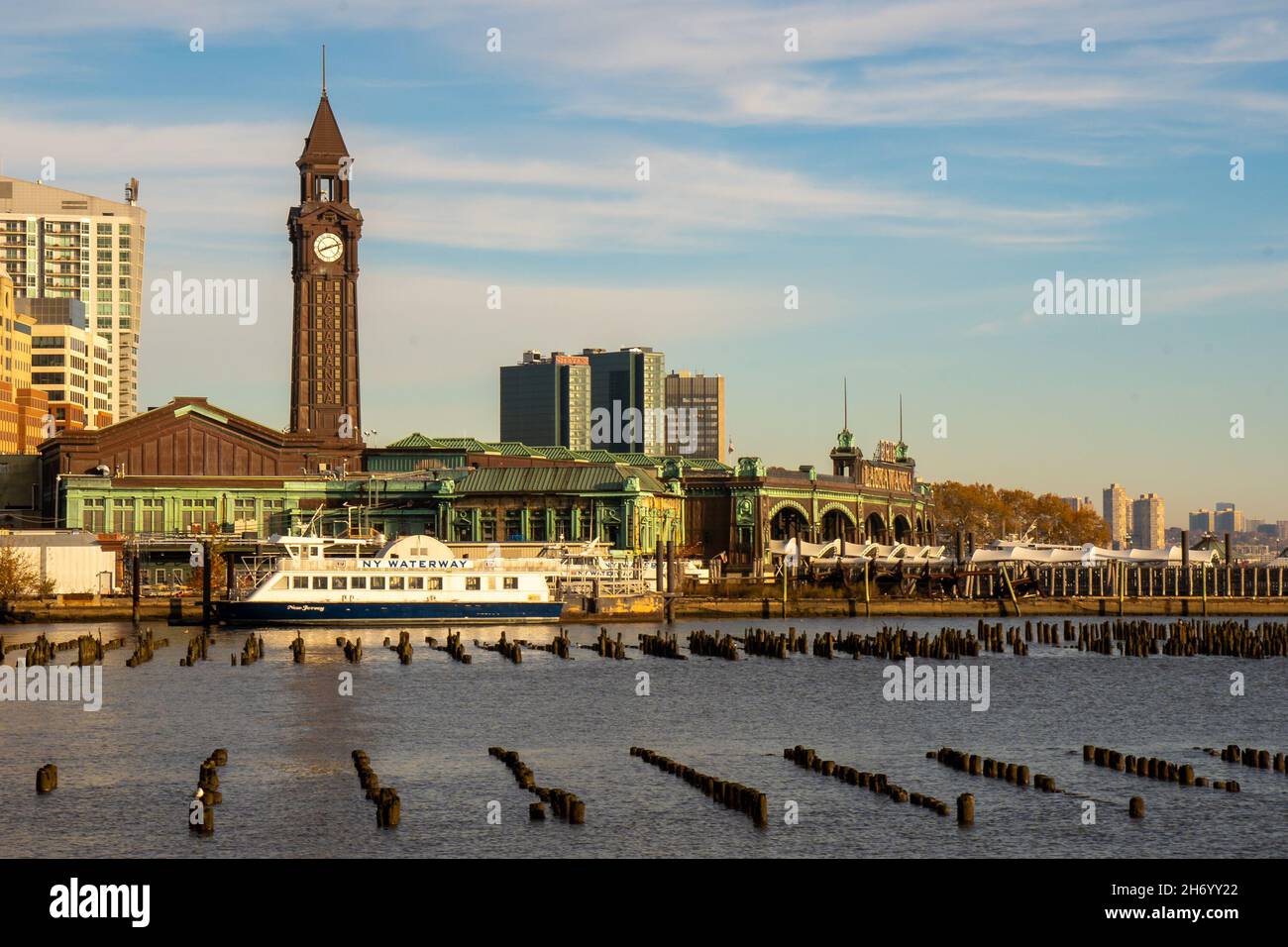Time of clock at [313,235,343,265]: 8:12
